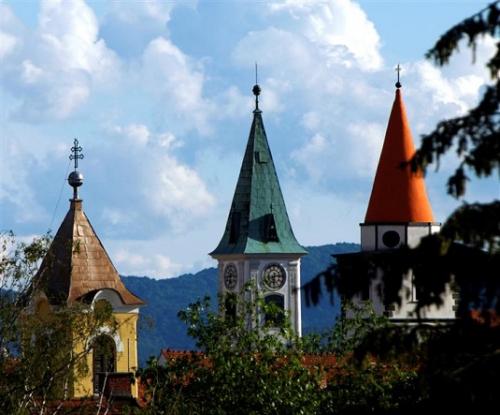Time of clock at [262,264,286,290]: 6:13
